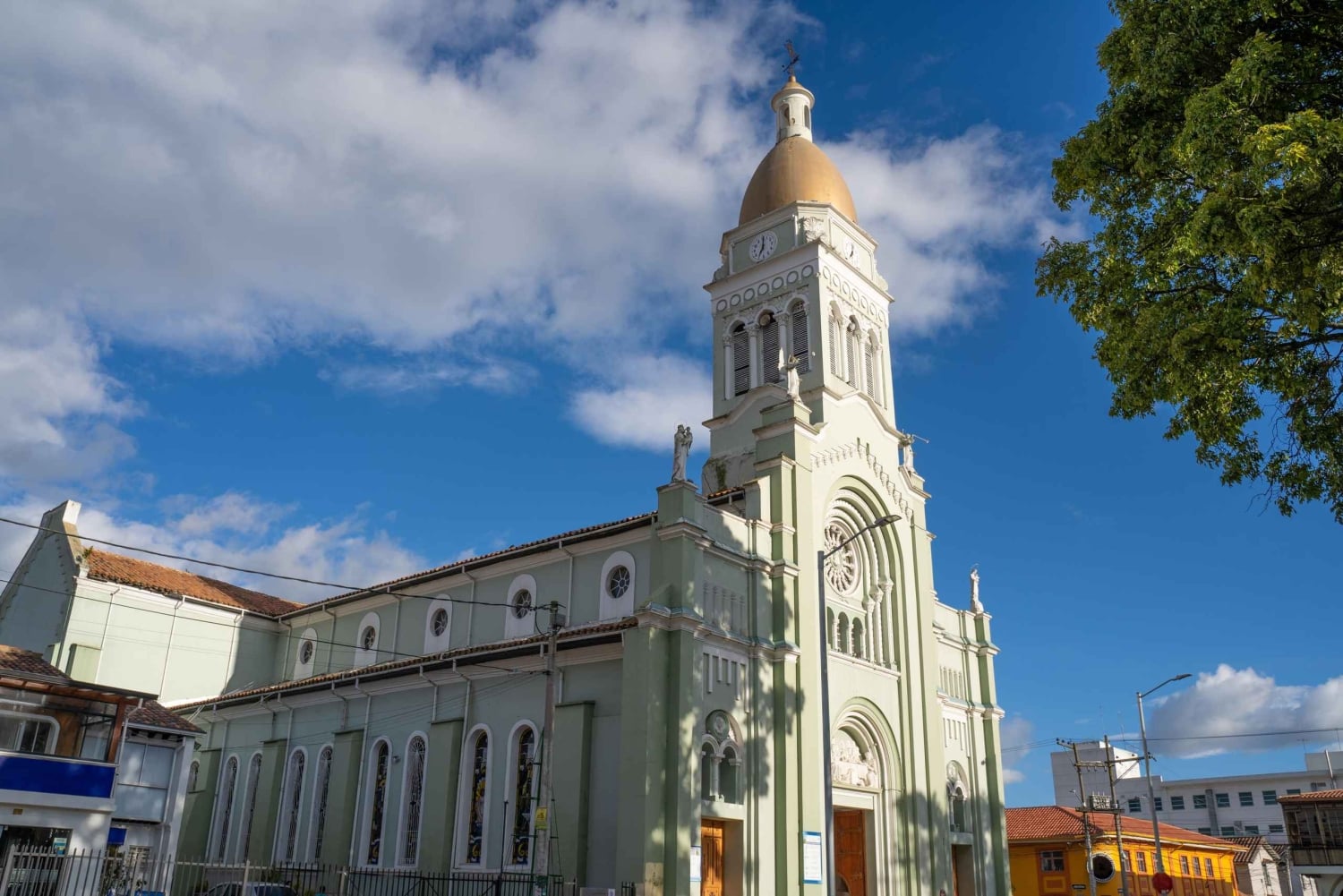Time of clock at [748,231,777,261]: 7:01
